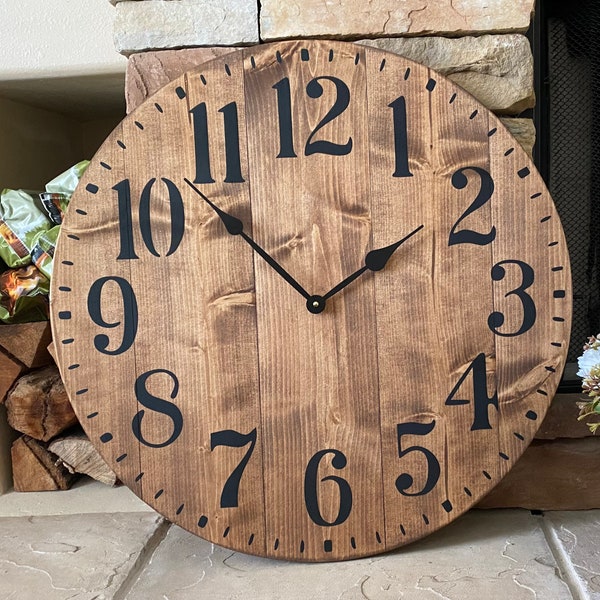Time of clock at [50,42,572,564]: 1:52
